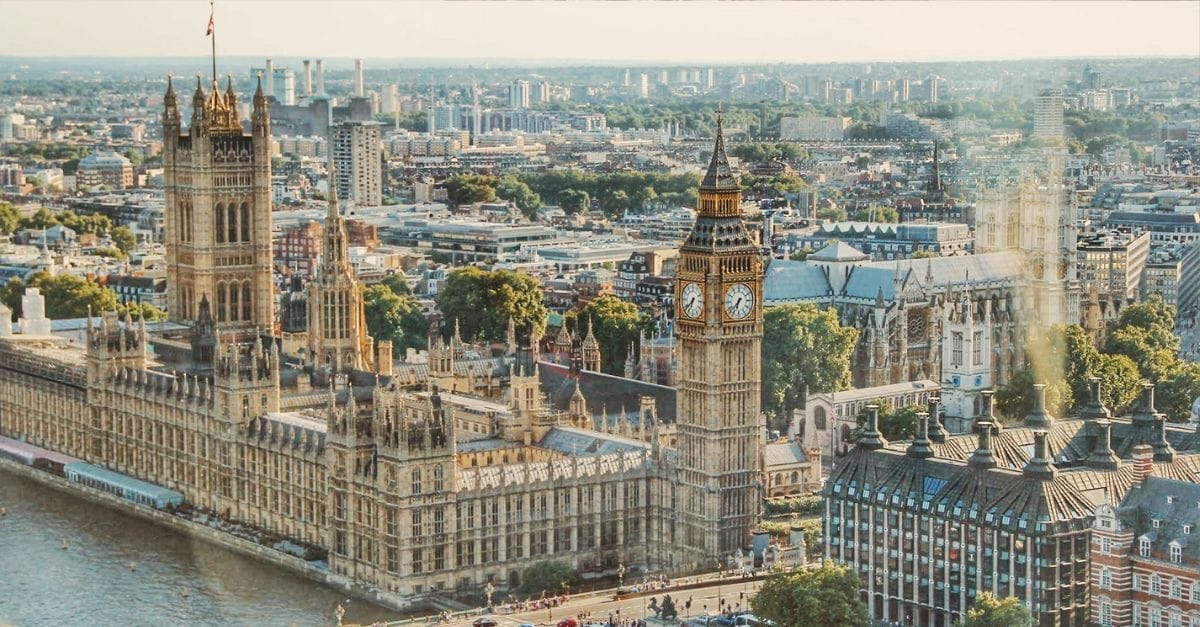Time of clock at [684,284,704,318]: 6:38
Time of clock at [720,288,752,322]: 6:37
